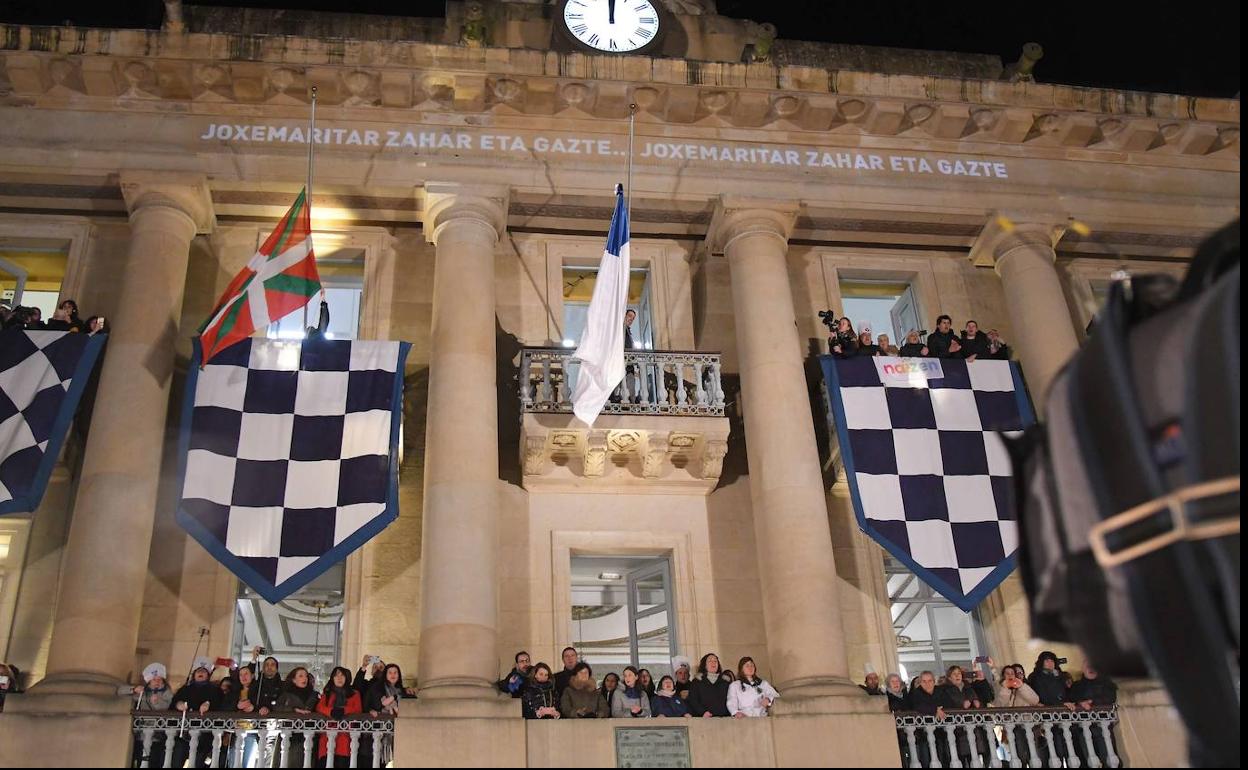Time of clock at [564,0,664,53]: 12:01
